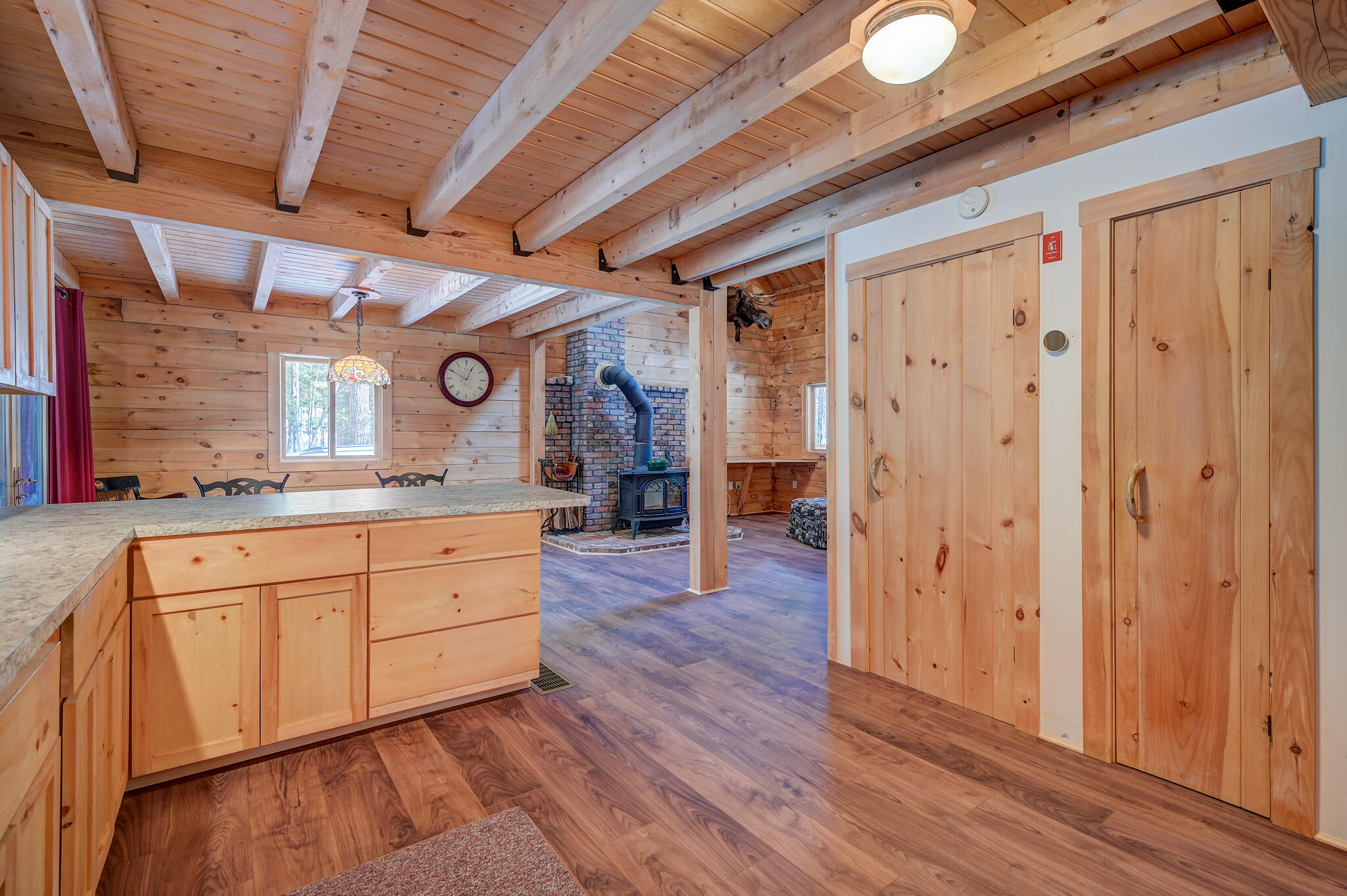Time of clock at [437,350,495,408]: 12:49
